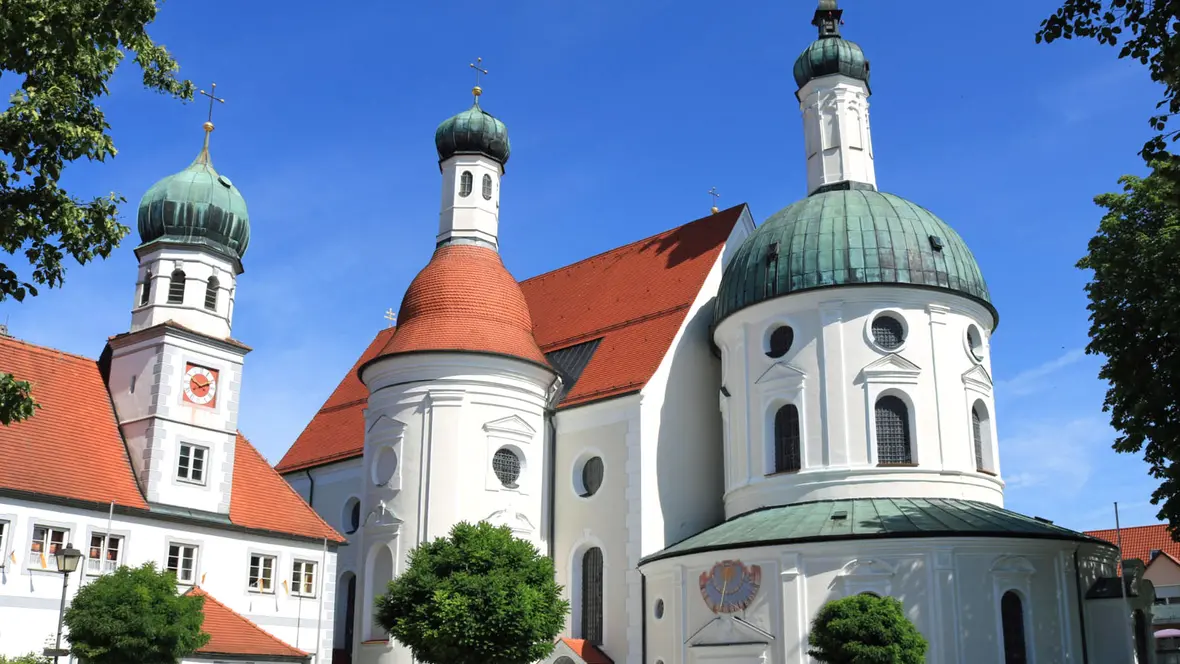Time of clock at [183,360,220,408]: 10:11
